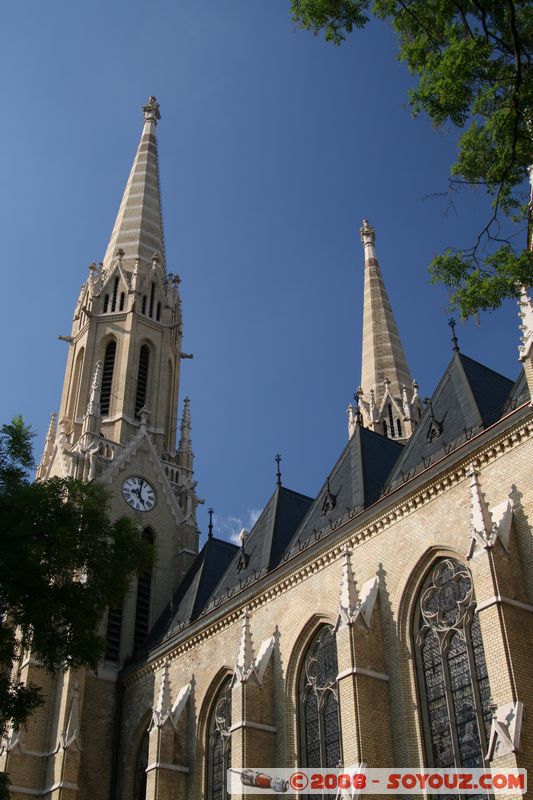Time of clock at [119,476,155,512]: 5:01
